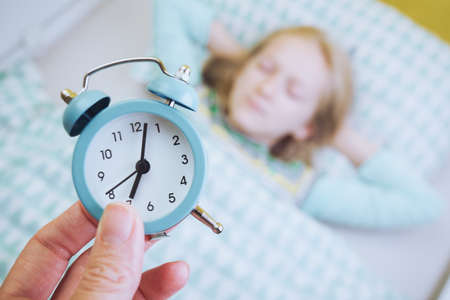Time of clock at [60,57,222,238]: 7:02
